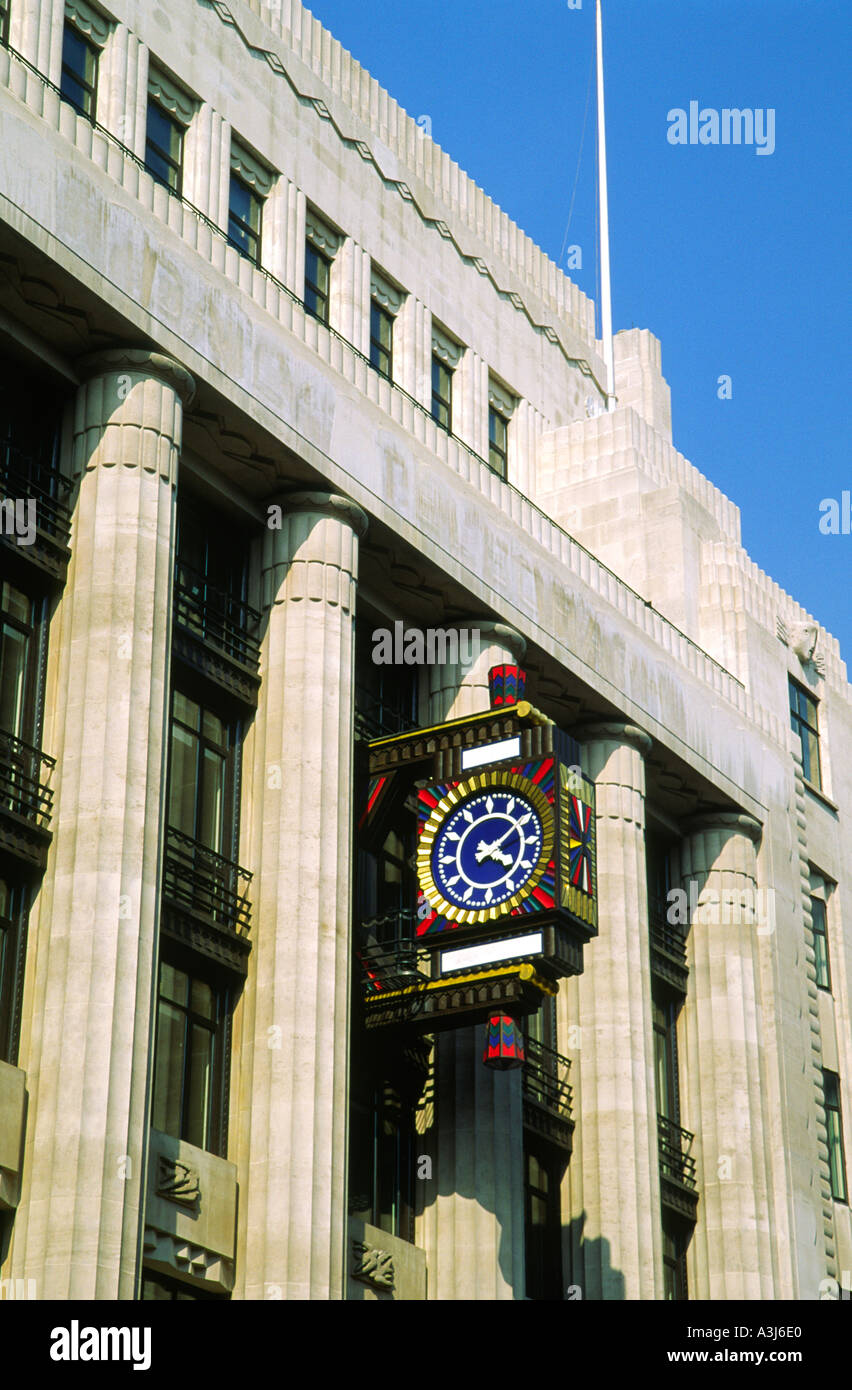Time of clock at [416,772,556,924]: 4:09
